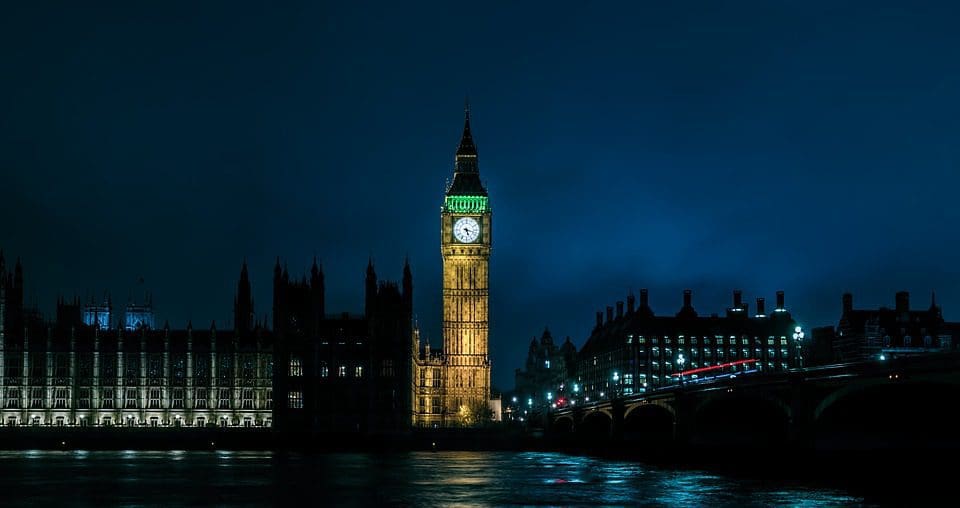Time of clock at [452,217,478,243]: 5:17
